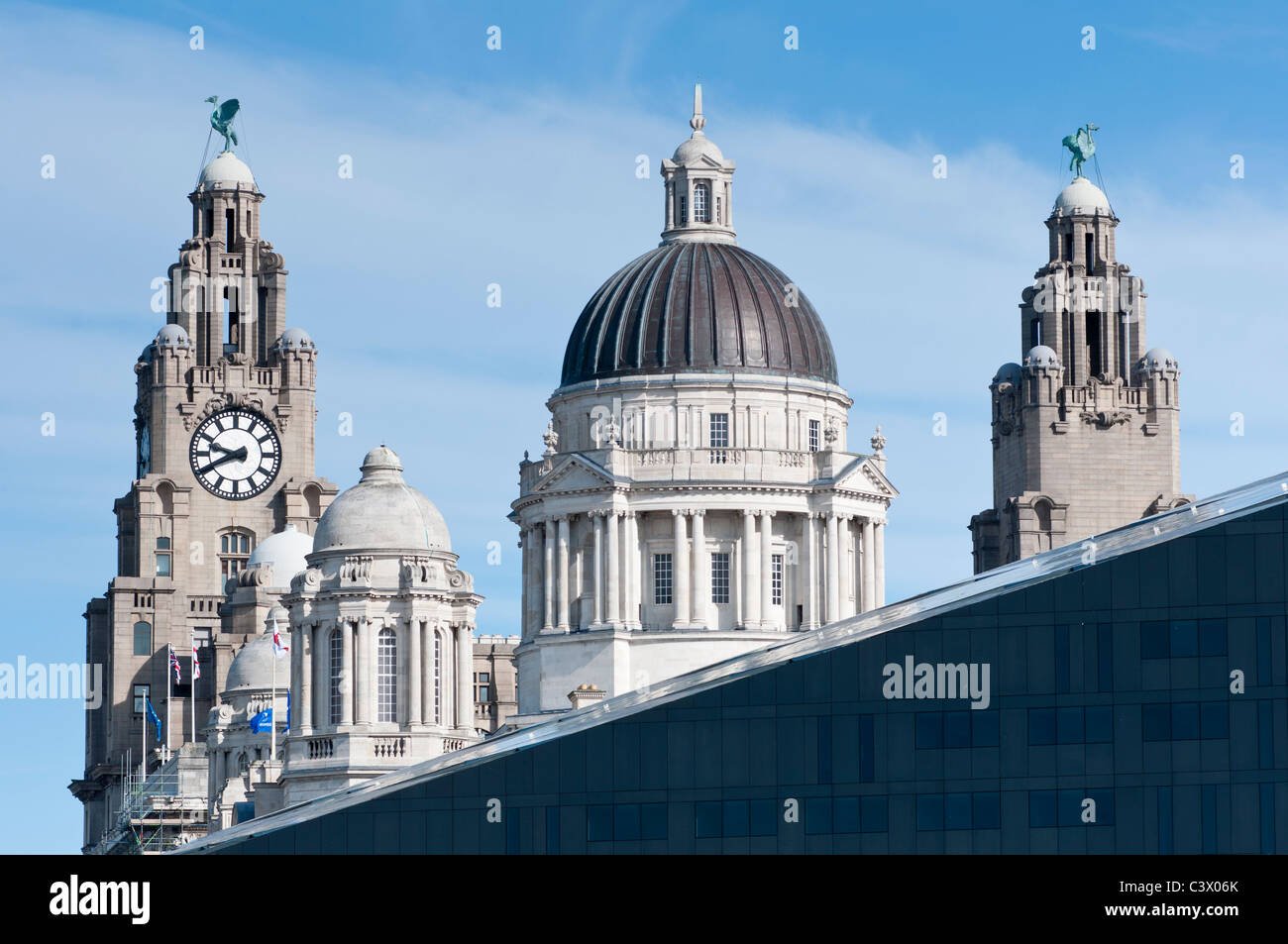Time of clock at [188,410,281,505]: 9:40
